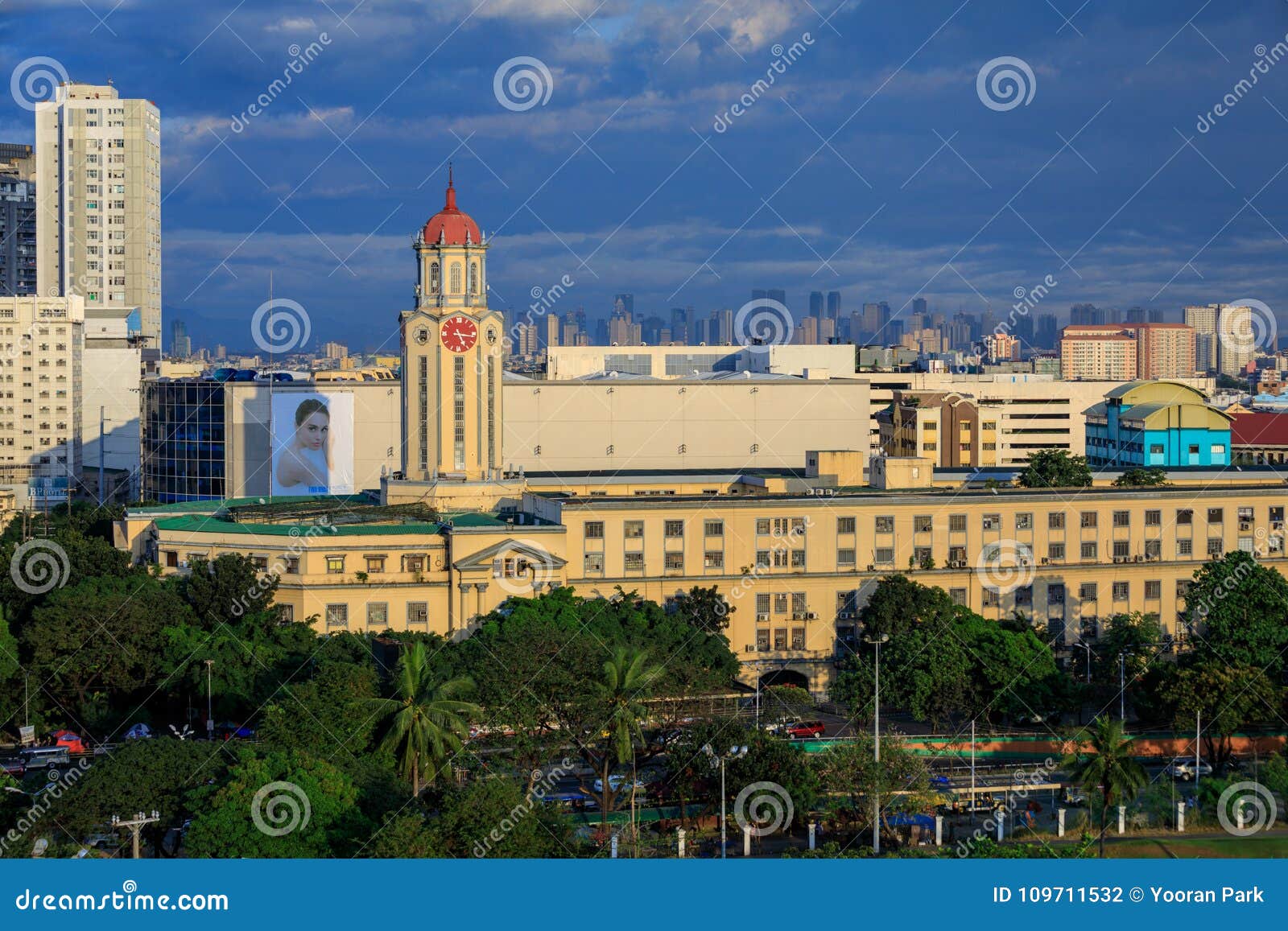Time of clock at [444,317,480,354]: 5:16
